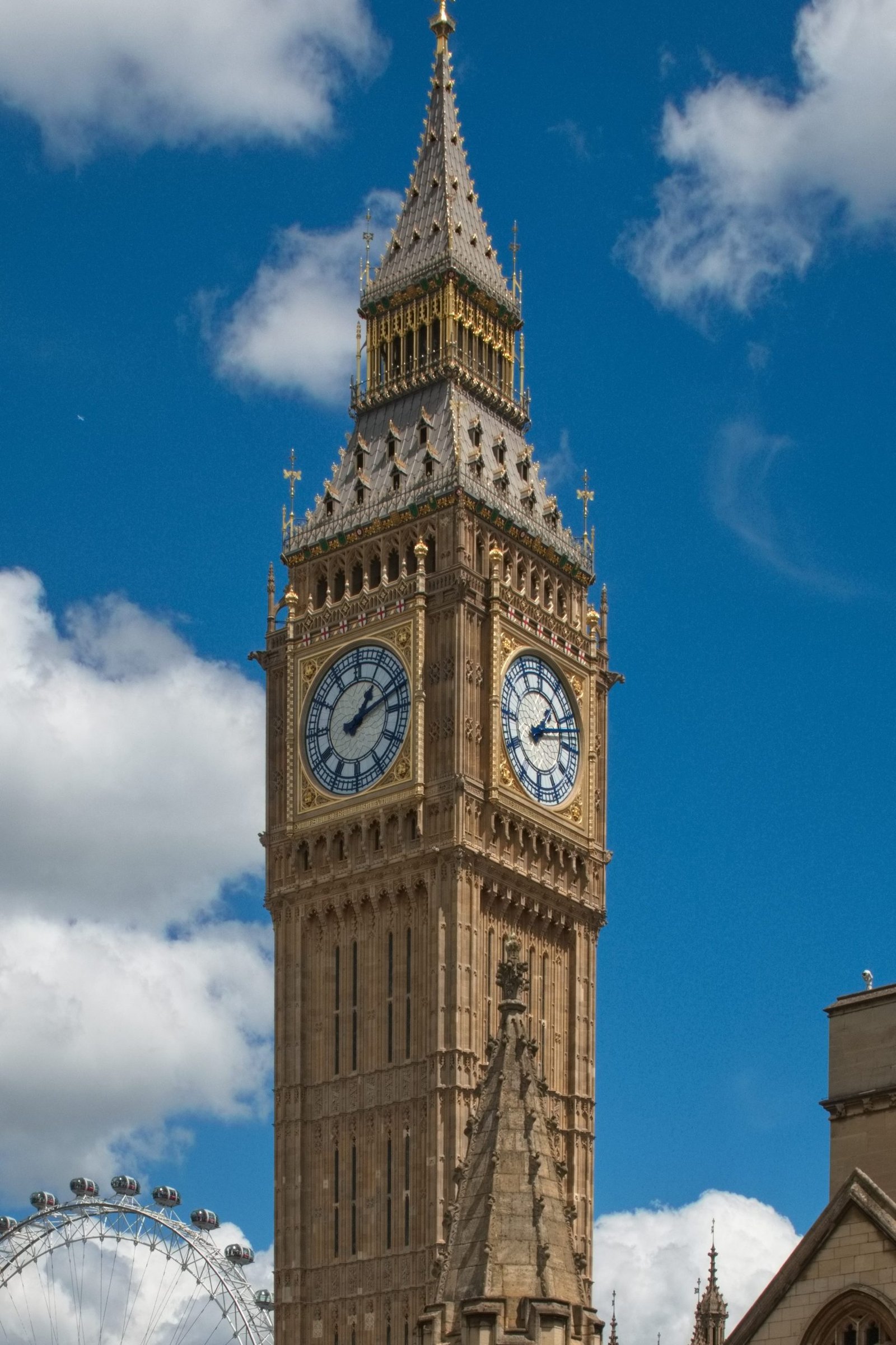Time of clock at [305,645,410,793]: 1:11
